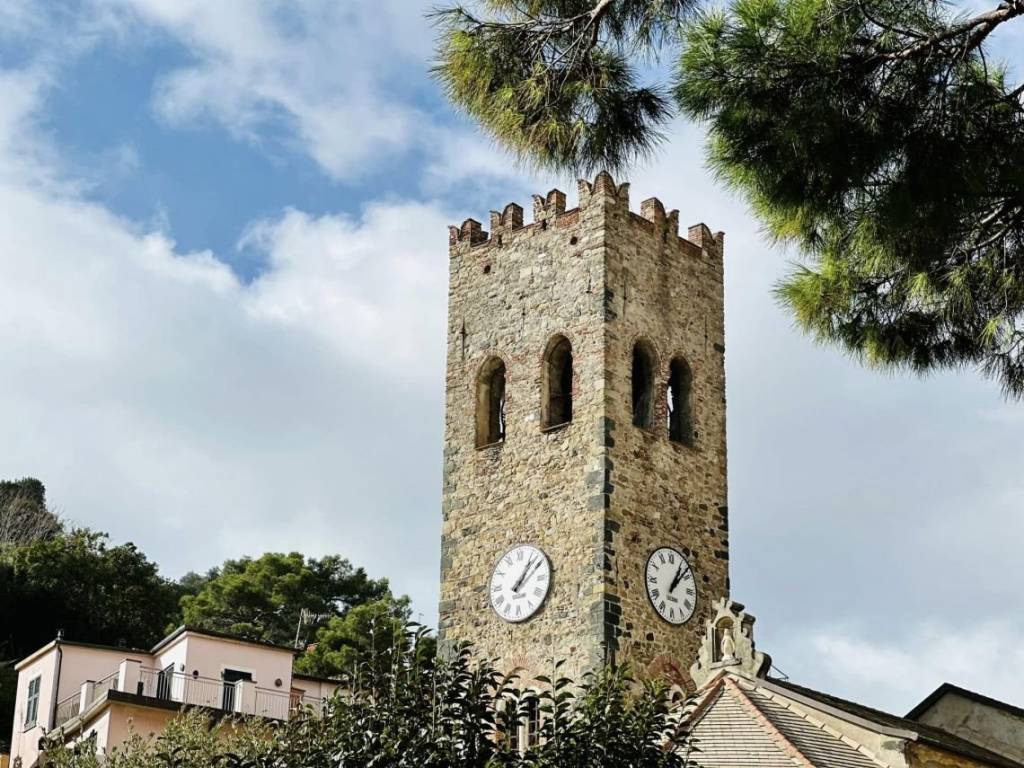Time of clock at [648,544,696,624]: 1:08
